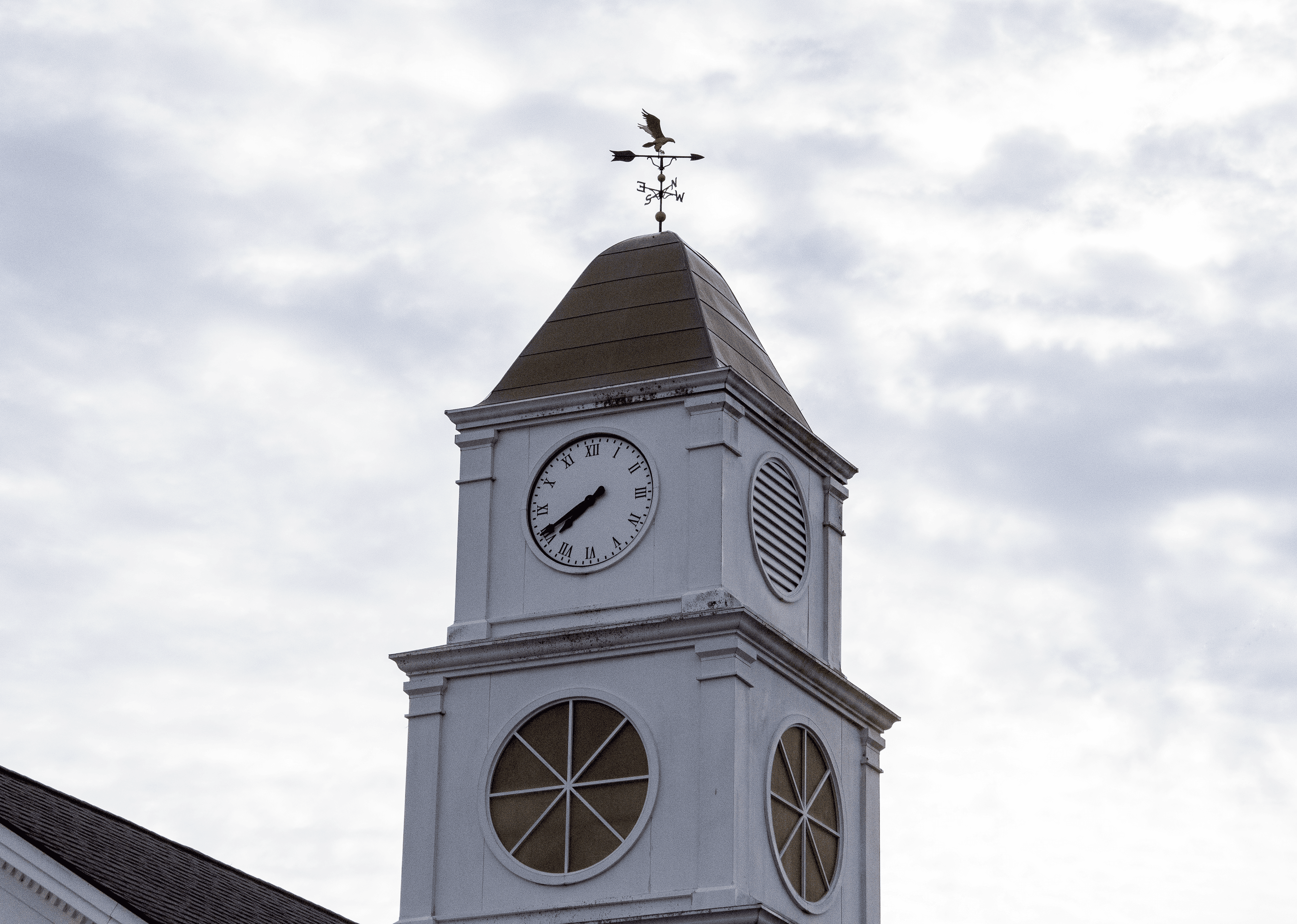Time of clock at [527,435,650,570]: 7:40
